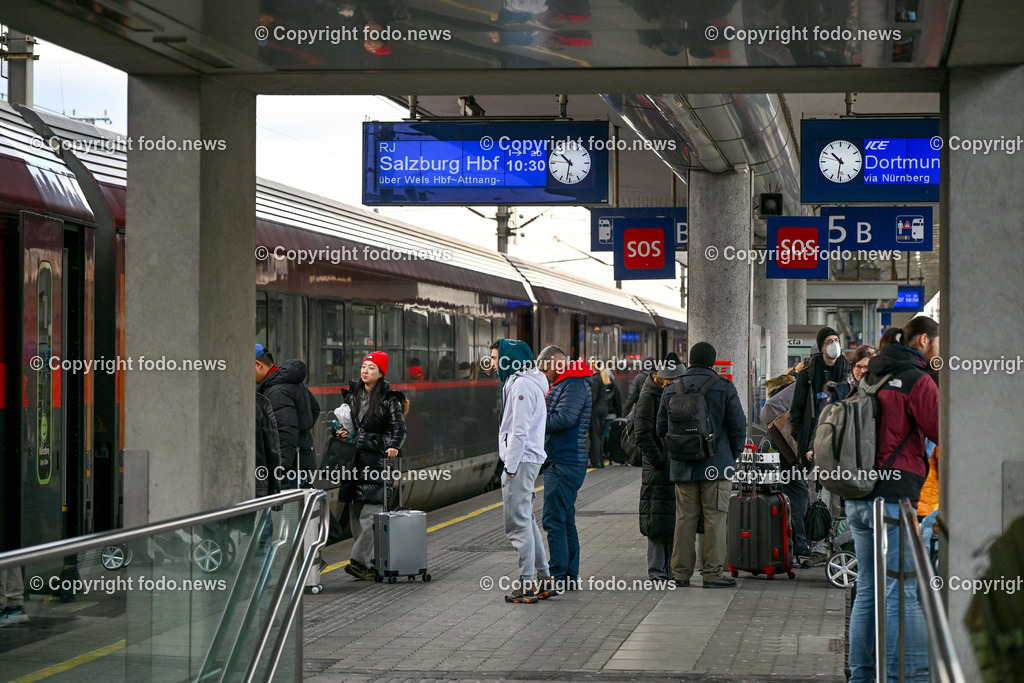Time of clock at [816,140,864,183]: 10:31
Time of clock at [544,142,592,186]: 10:31
